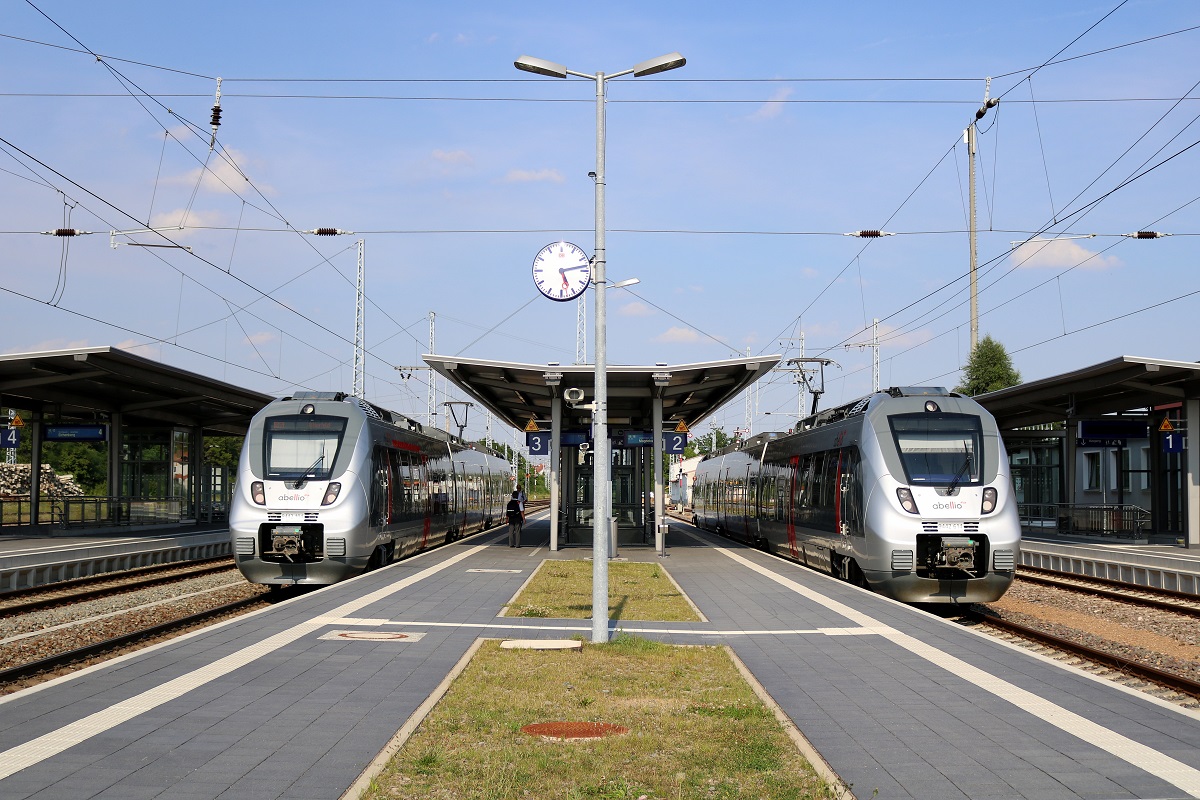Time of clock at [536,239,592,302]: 5:13
